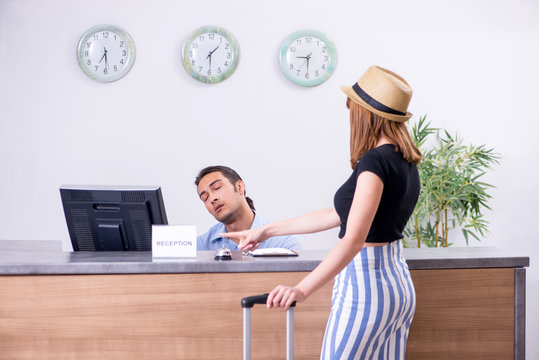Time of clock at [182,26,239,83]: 1:29
